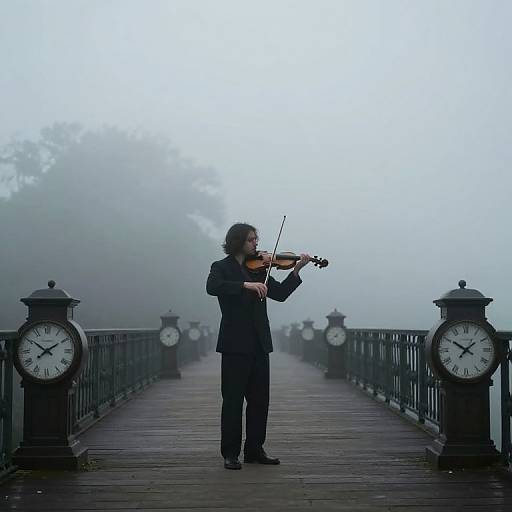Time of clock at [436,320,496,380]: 1:50
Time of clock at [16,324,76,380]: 1:50
